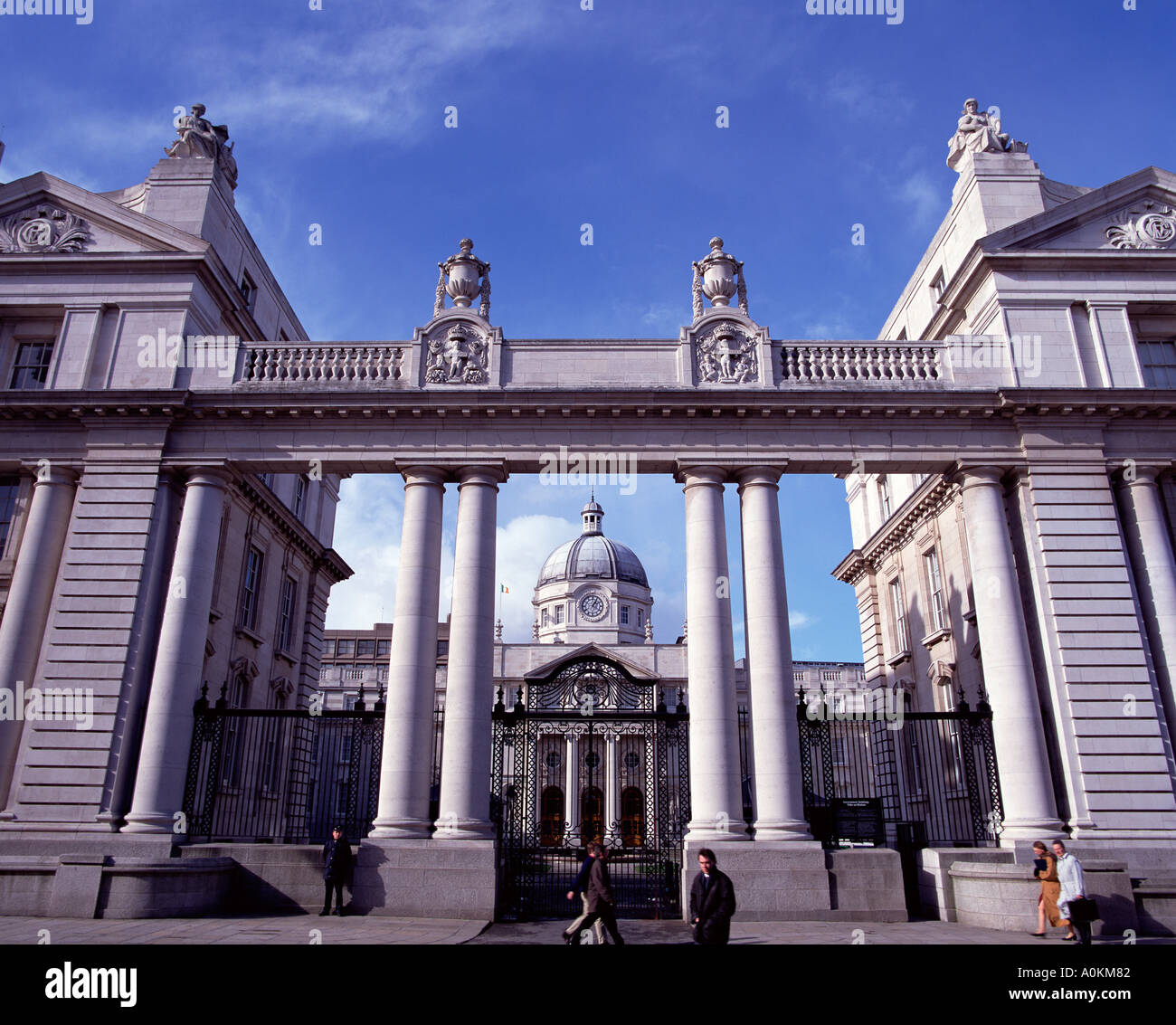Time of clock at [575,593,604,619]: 1:20
